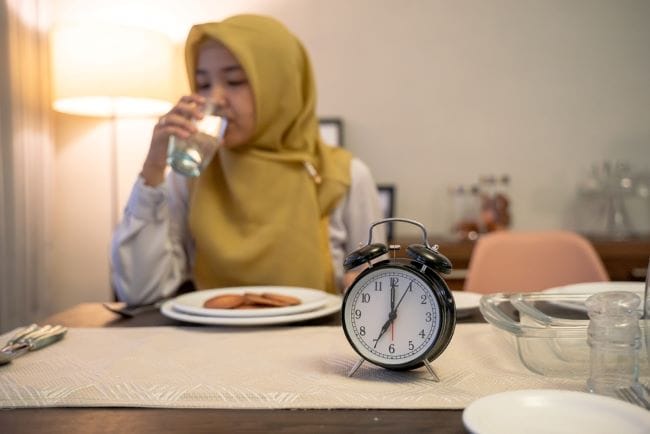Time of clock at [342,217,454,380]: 7:00
